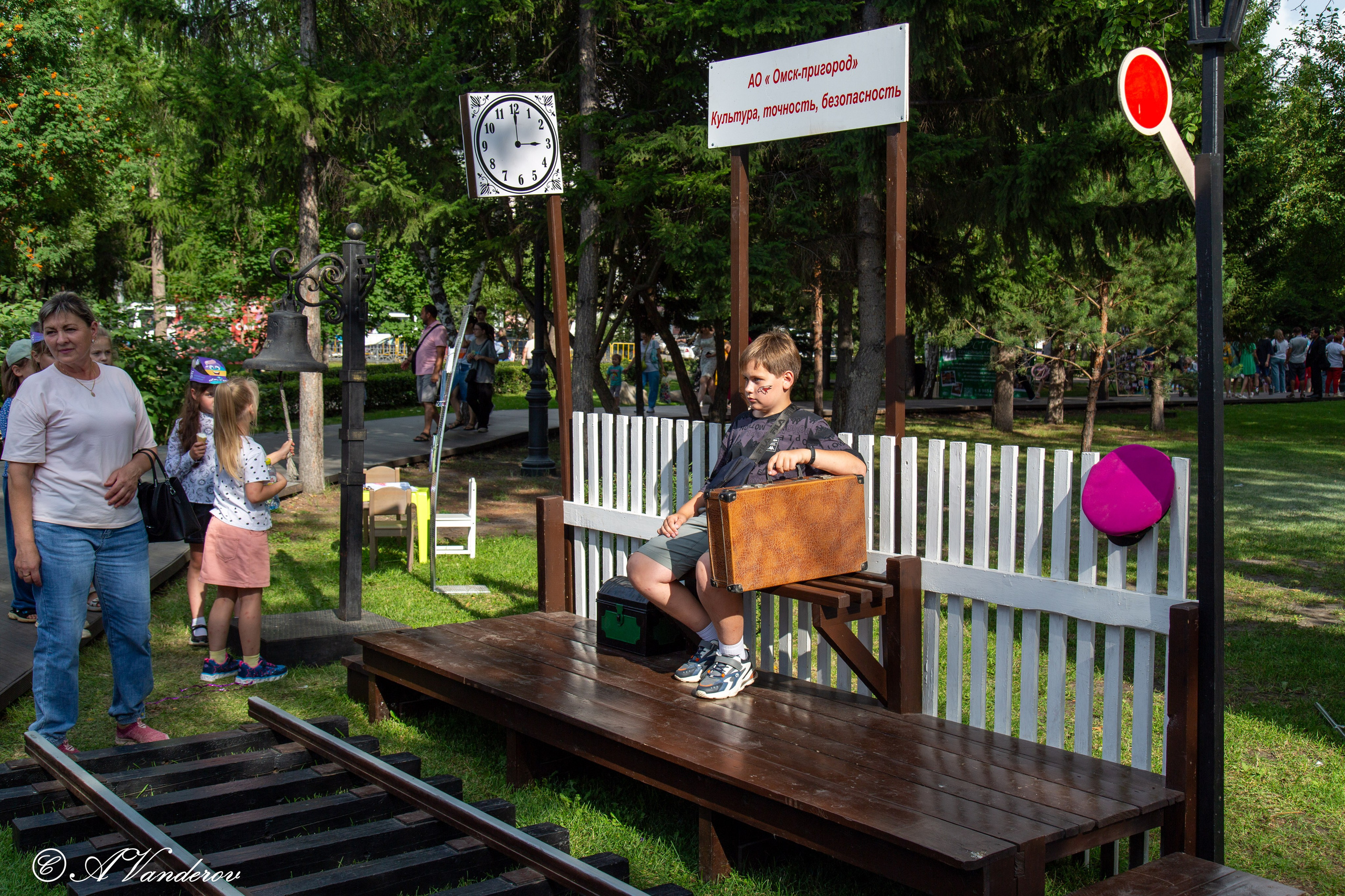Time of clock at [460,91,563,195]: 3:00
